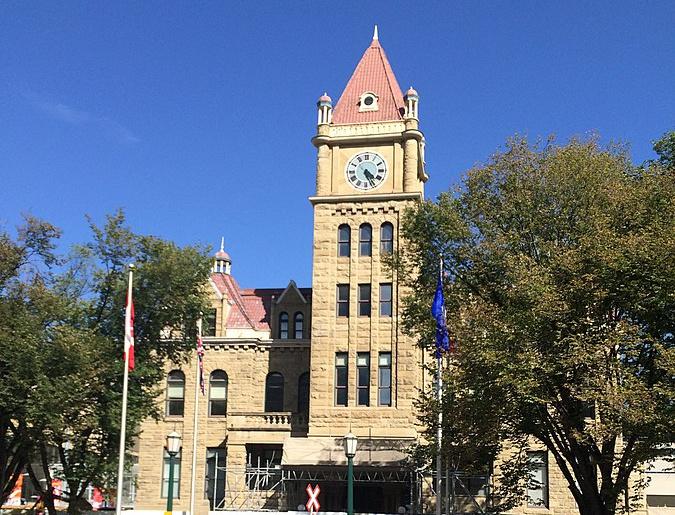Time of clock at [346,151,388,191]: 4:26
